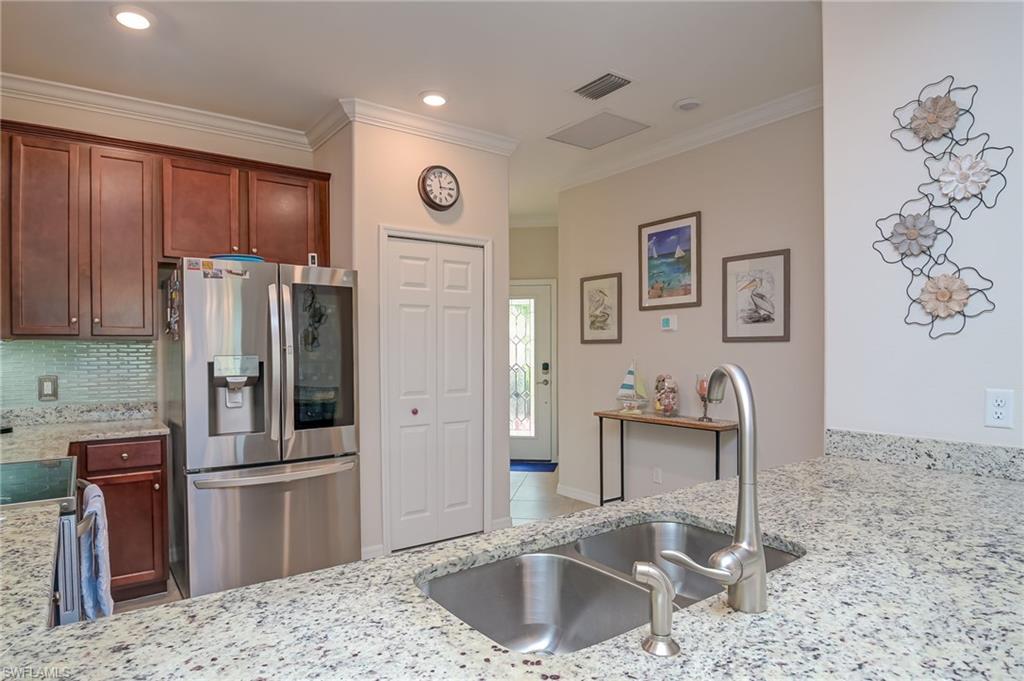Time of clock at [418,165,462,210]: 2:58
